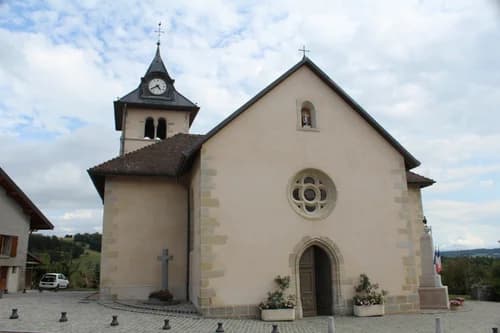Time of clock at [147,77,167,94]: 4:40
